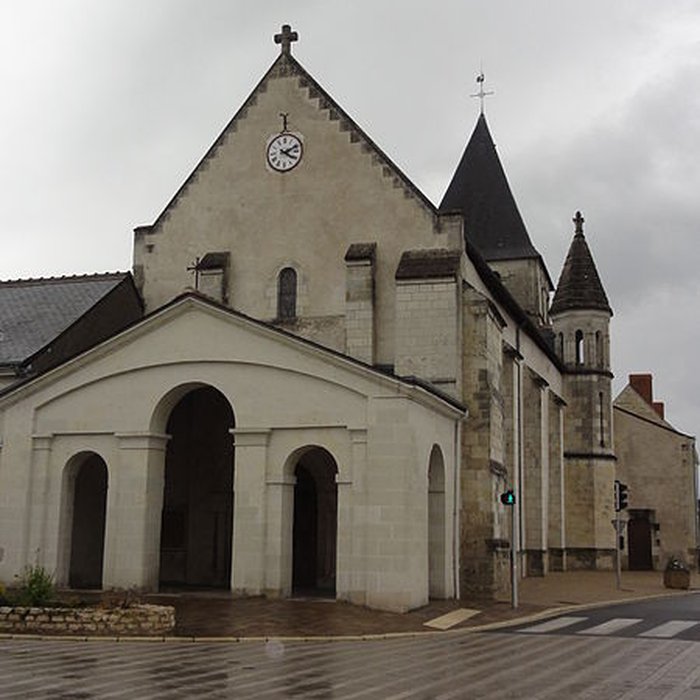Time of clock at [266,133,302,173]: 4:11
